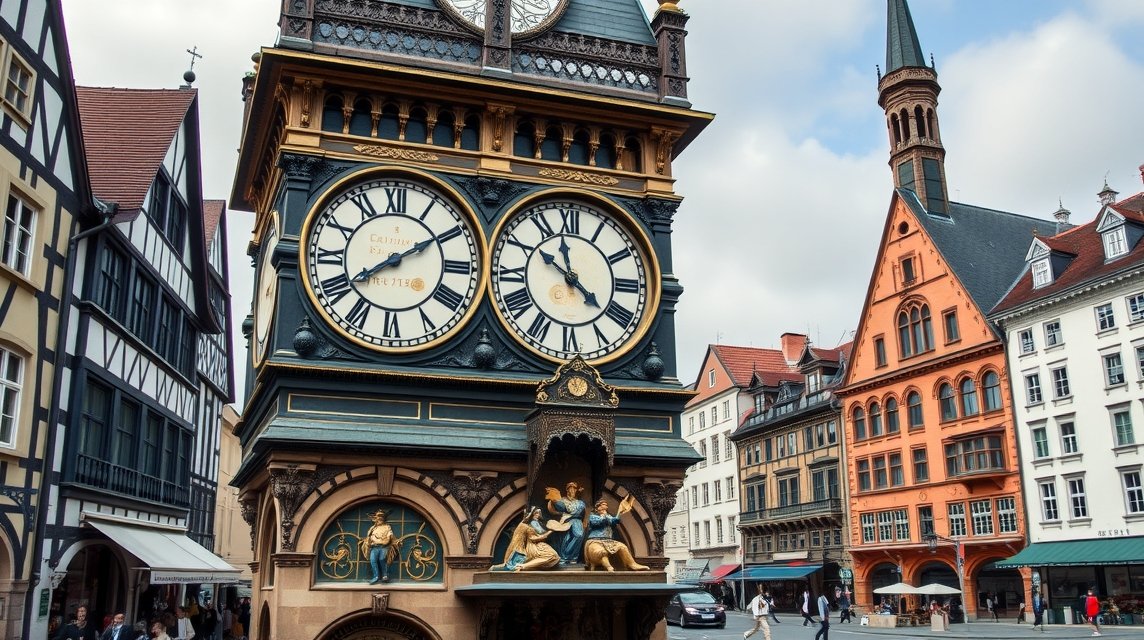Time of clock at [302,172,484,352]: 8:09
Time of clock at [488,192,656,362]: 11:21
